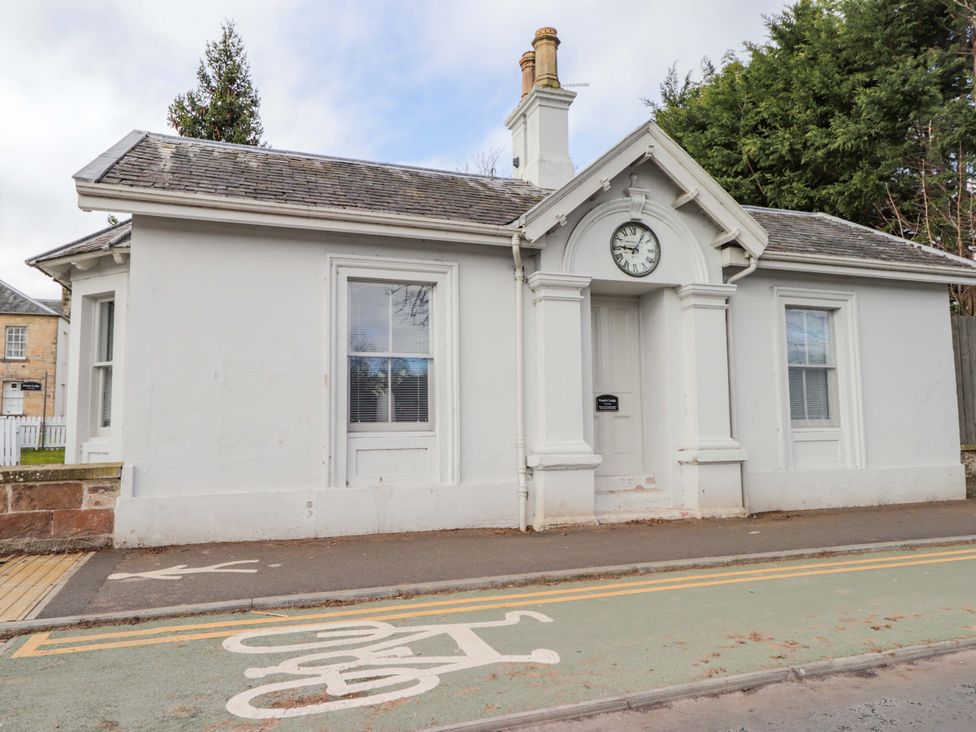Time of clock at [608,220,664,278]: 9:06
